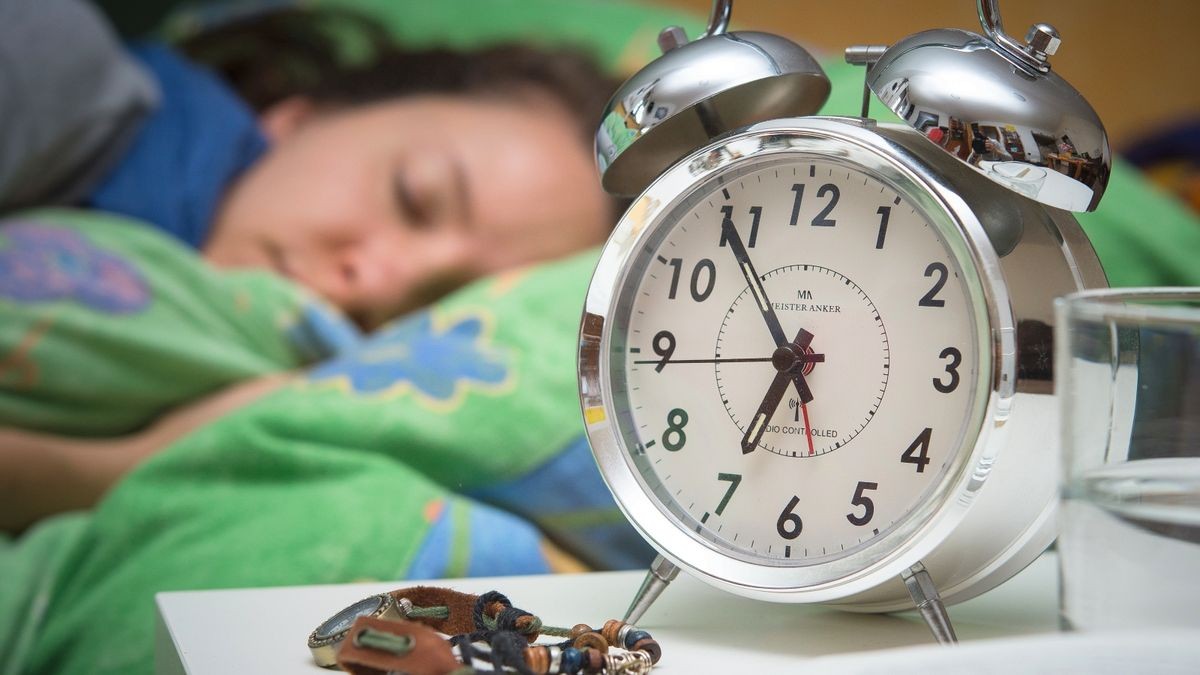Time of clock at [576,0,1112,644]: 6:54
